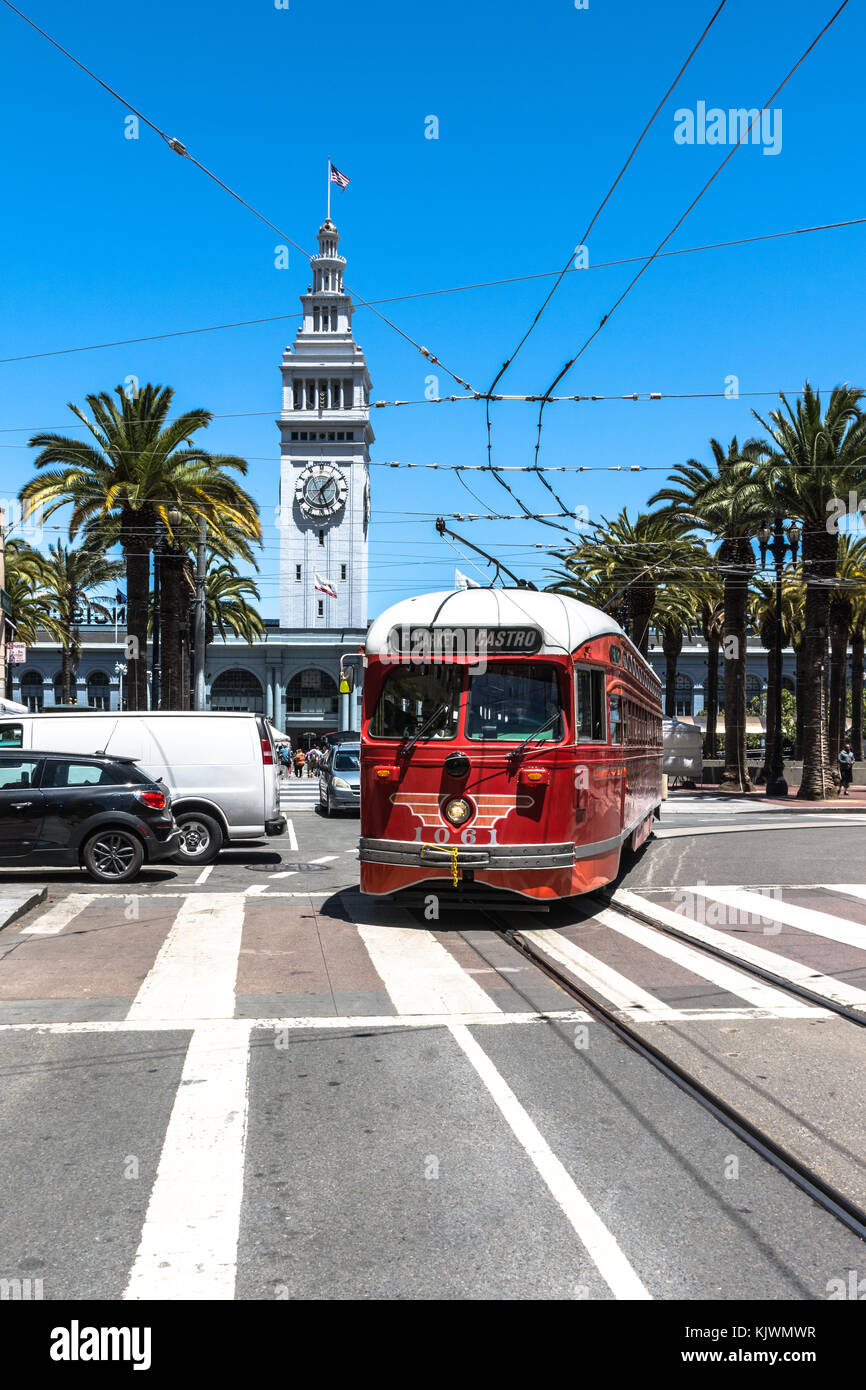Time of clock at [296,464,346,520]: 1:26
